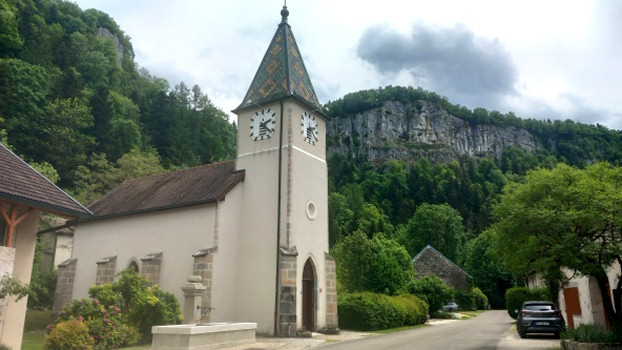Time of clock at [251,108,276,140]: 2:21
